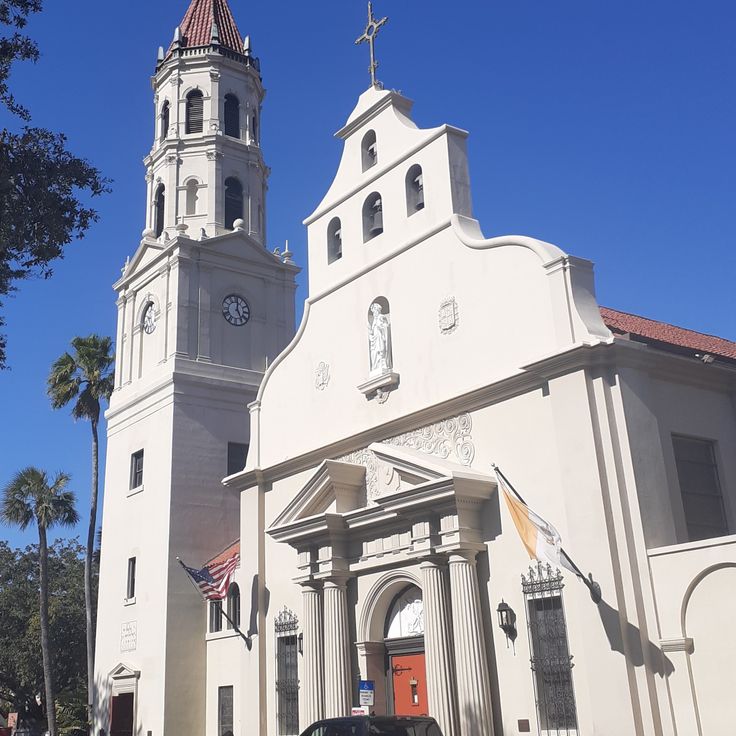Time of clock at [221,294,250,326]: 5:00
